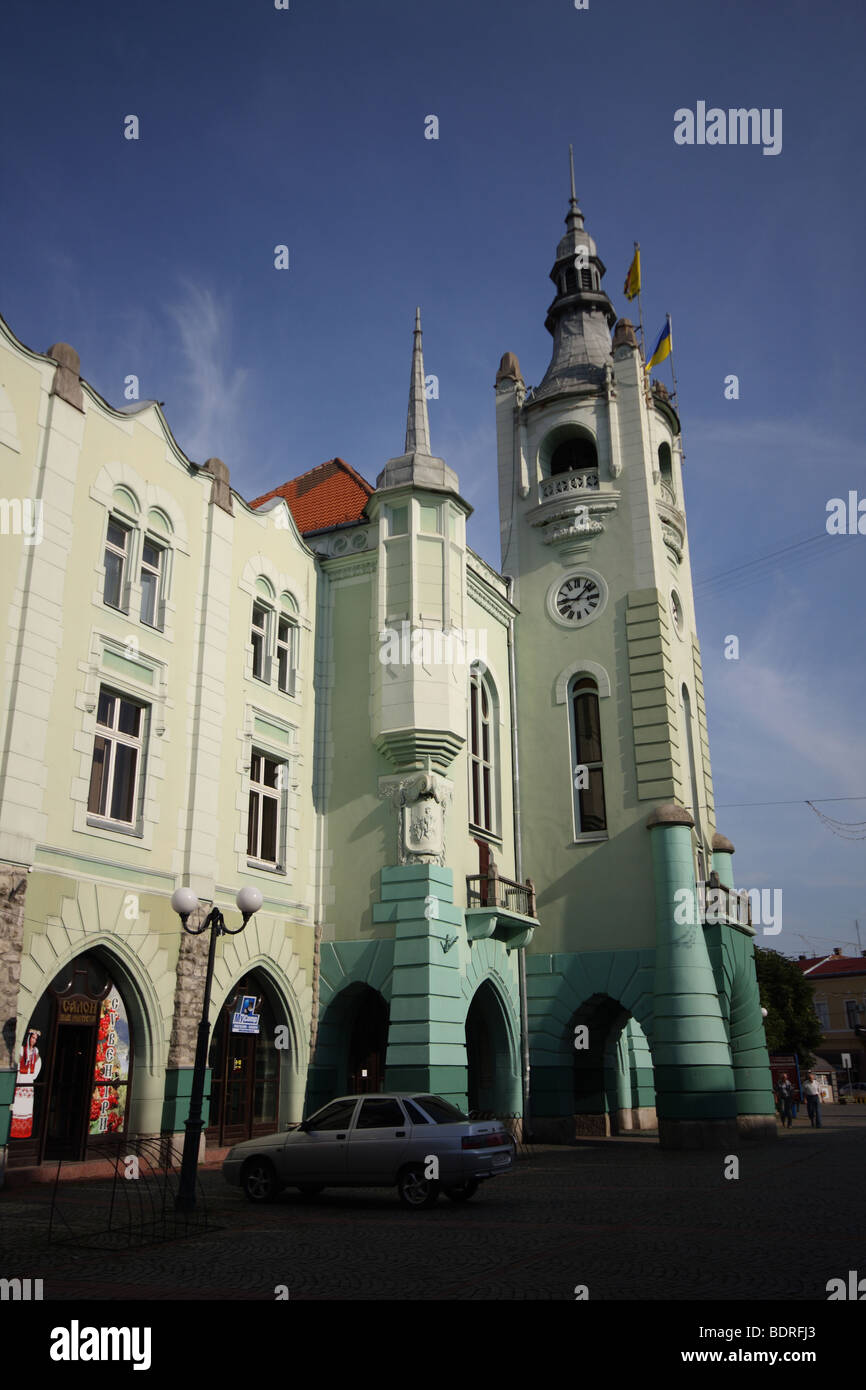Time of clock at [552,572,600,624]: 9:07
